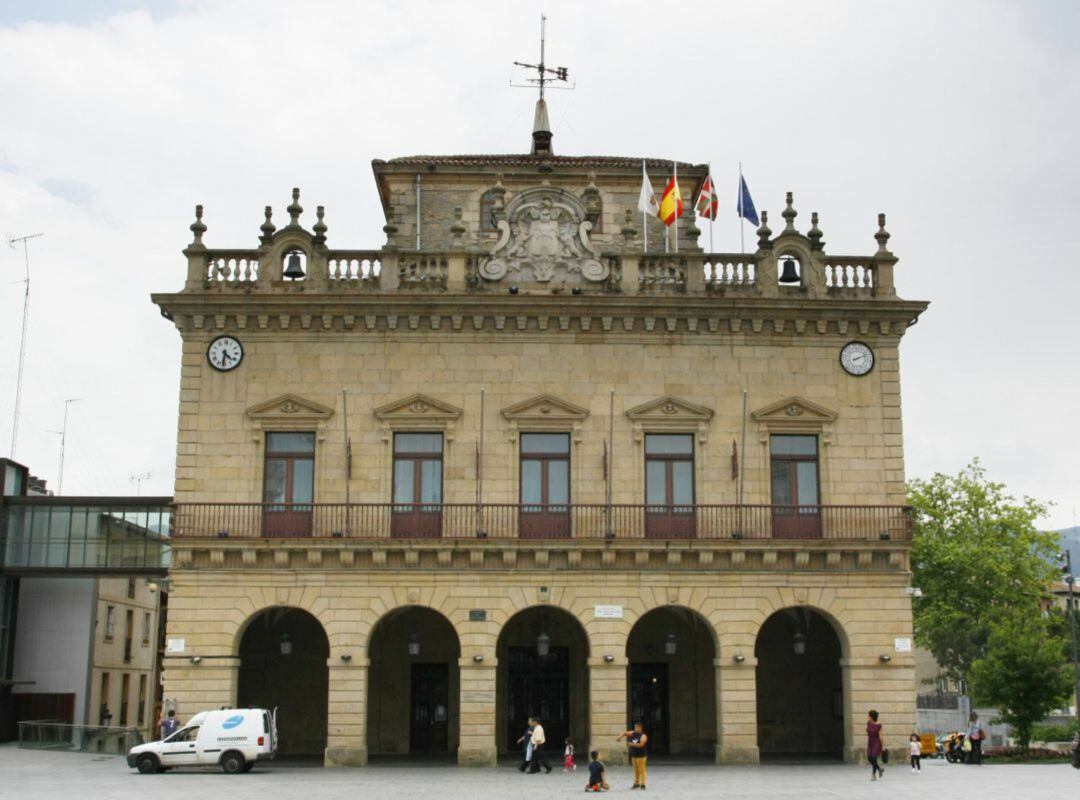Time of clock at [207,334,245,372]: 4:31
